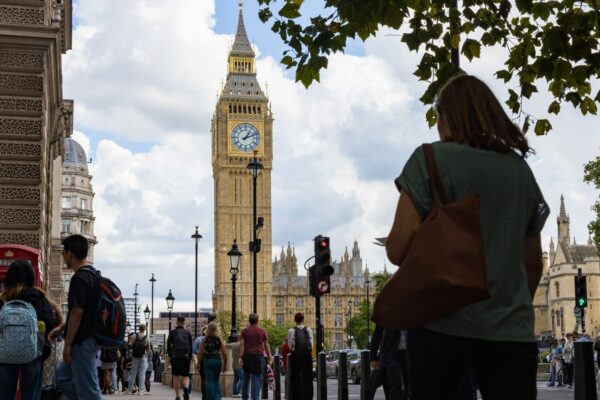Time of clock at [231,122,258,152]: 1:11
